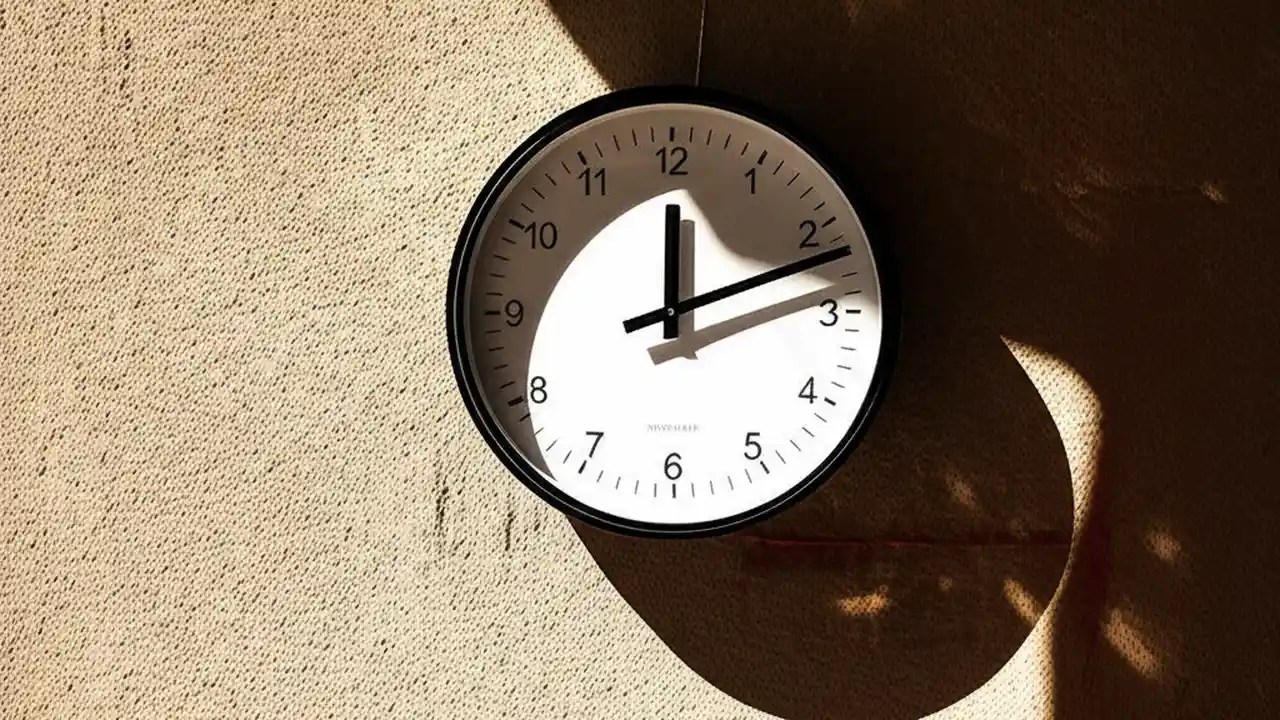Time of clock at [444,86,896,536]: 12:11
